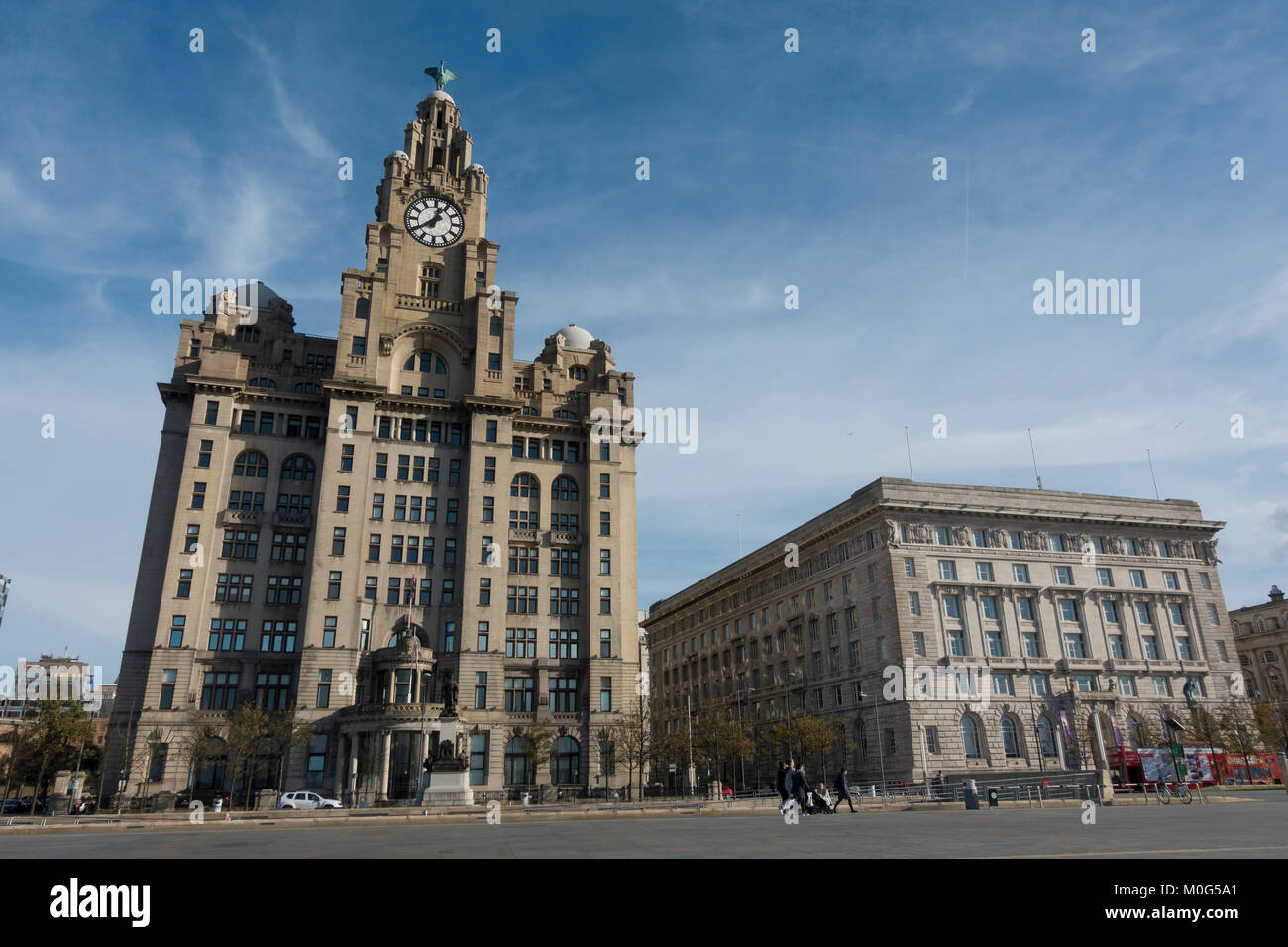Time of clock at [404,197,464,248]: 12:39
